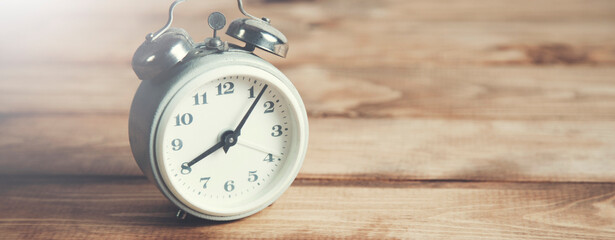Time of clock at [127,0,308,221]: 8:06
